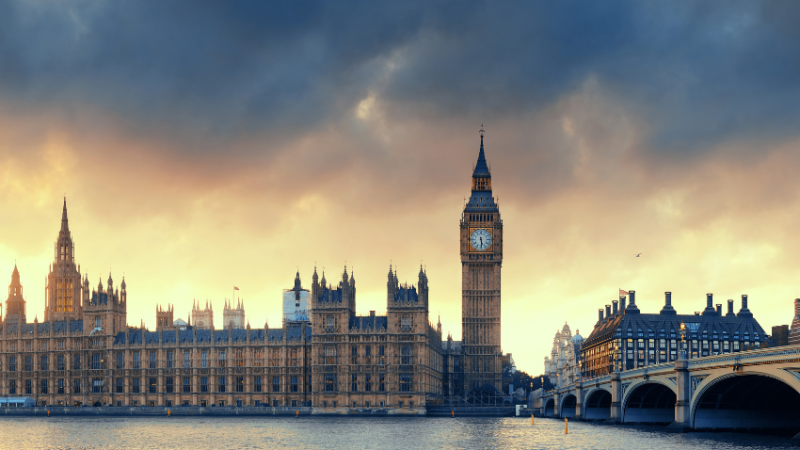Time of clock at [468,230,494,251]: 5:29
